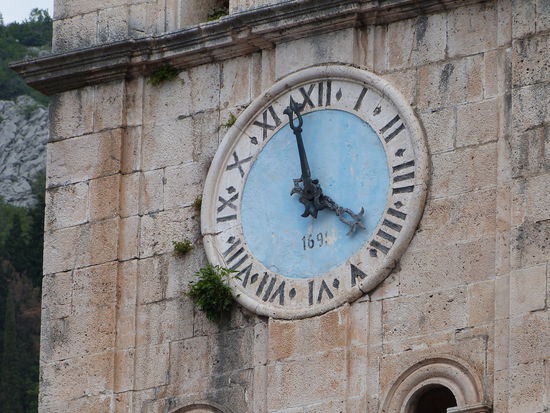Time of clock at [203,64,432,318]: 3:58
